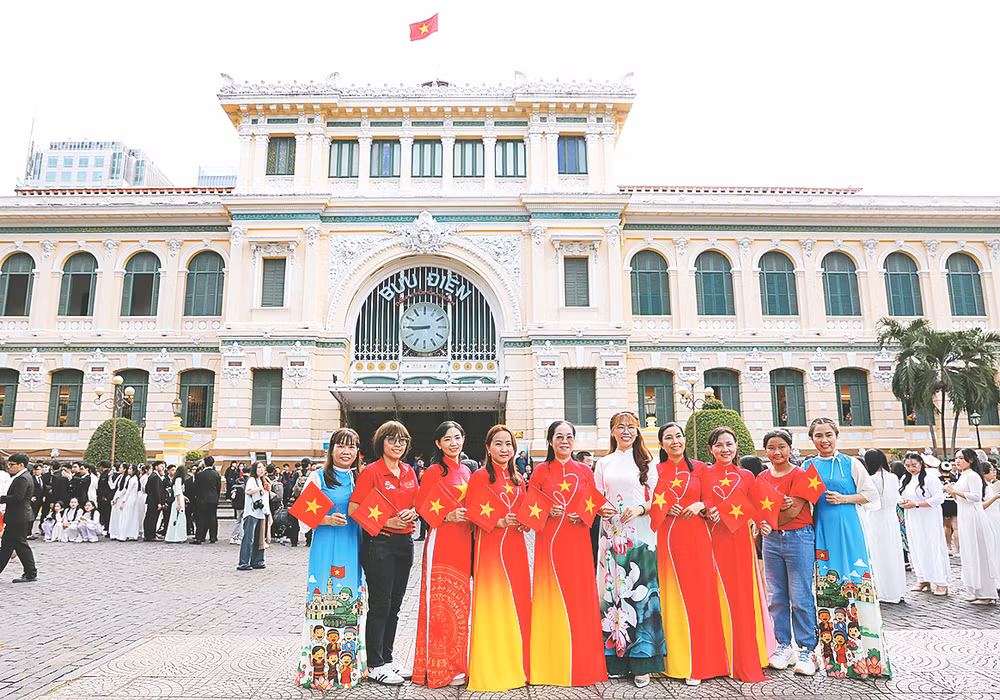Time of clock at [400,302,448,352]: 8:45
